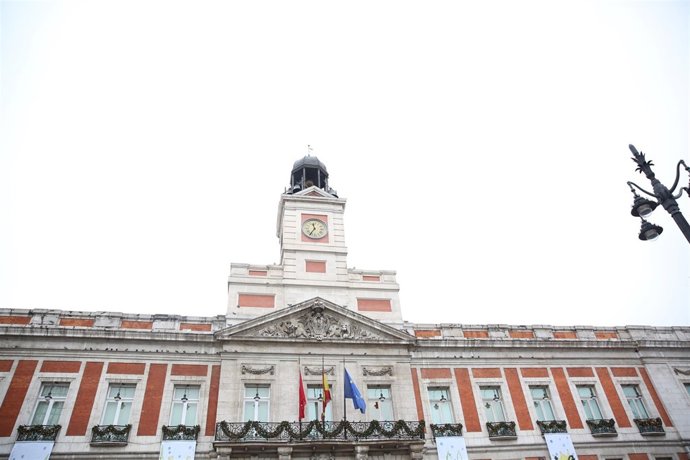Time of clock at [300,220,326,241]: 11:35
